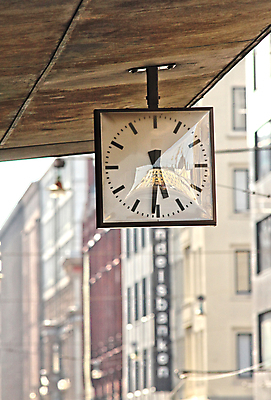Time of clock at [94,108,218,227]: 5:31
